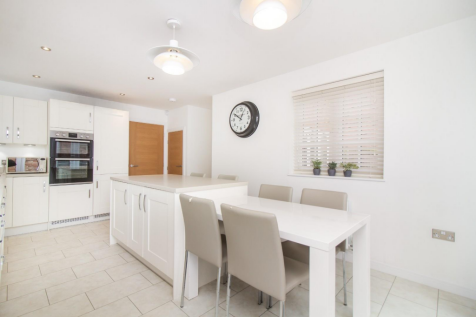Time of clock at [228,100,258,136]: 12:50
